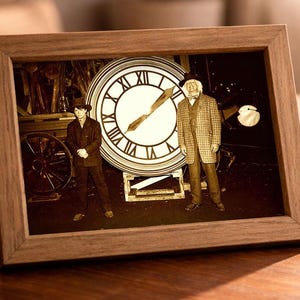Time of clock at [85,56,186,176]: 1:39
